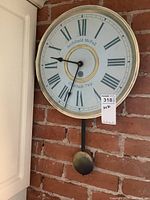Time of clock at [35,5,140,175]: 9:33
